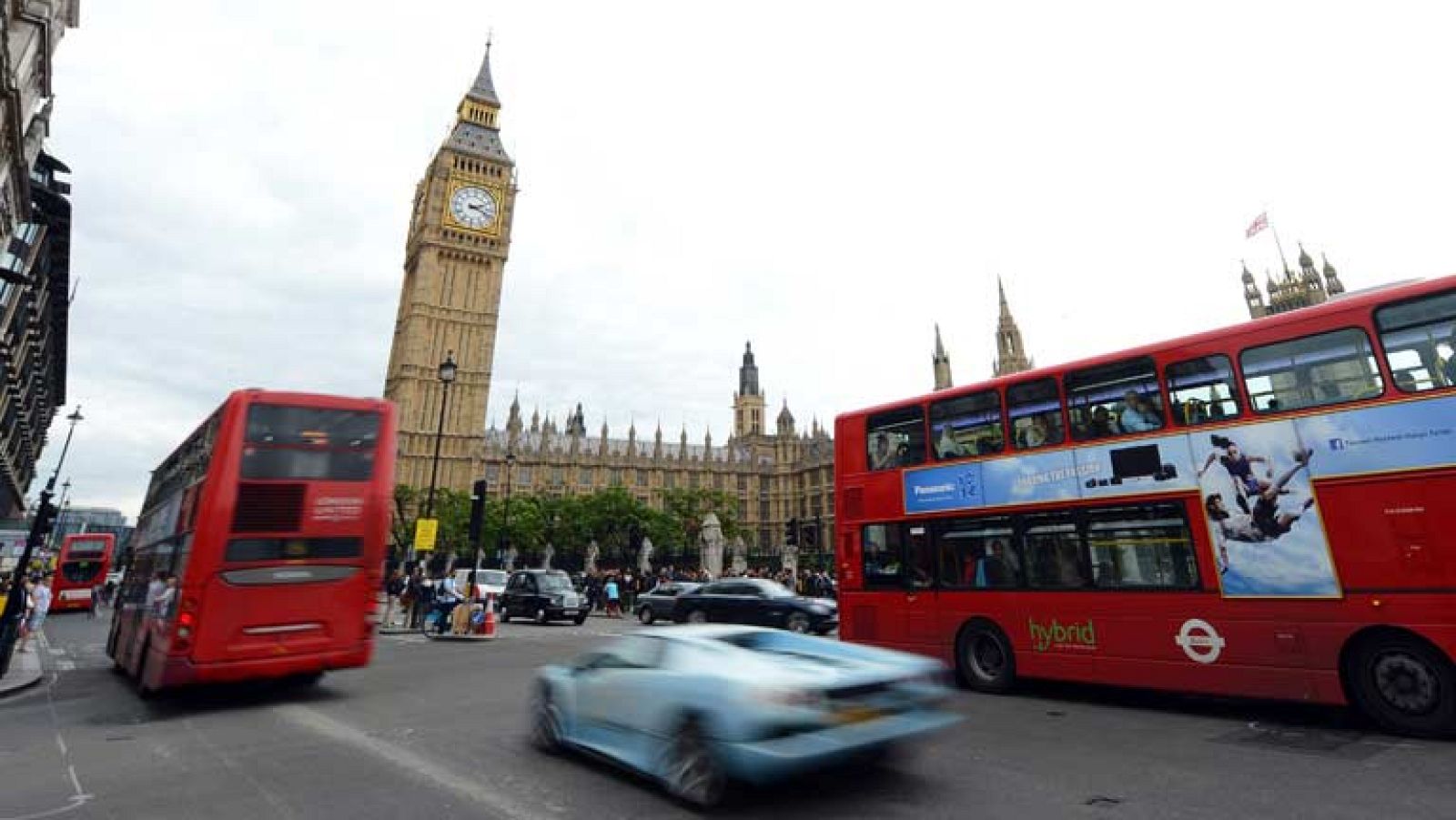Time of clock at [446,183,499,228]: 2:18
